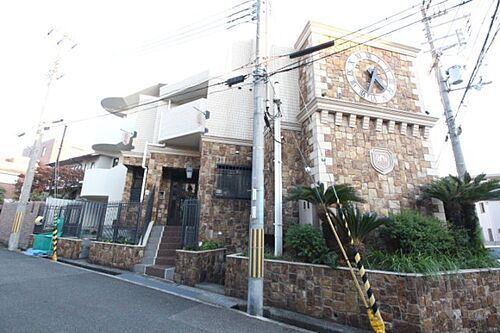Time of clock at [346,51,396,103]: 4:33
